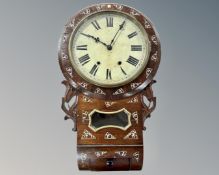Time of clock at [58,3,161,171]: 10:04
